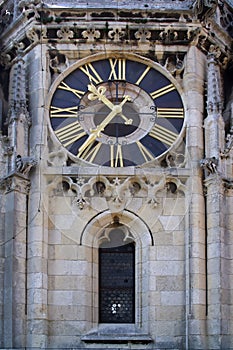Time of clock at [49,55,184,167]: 10:36
